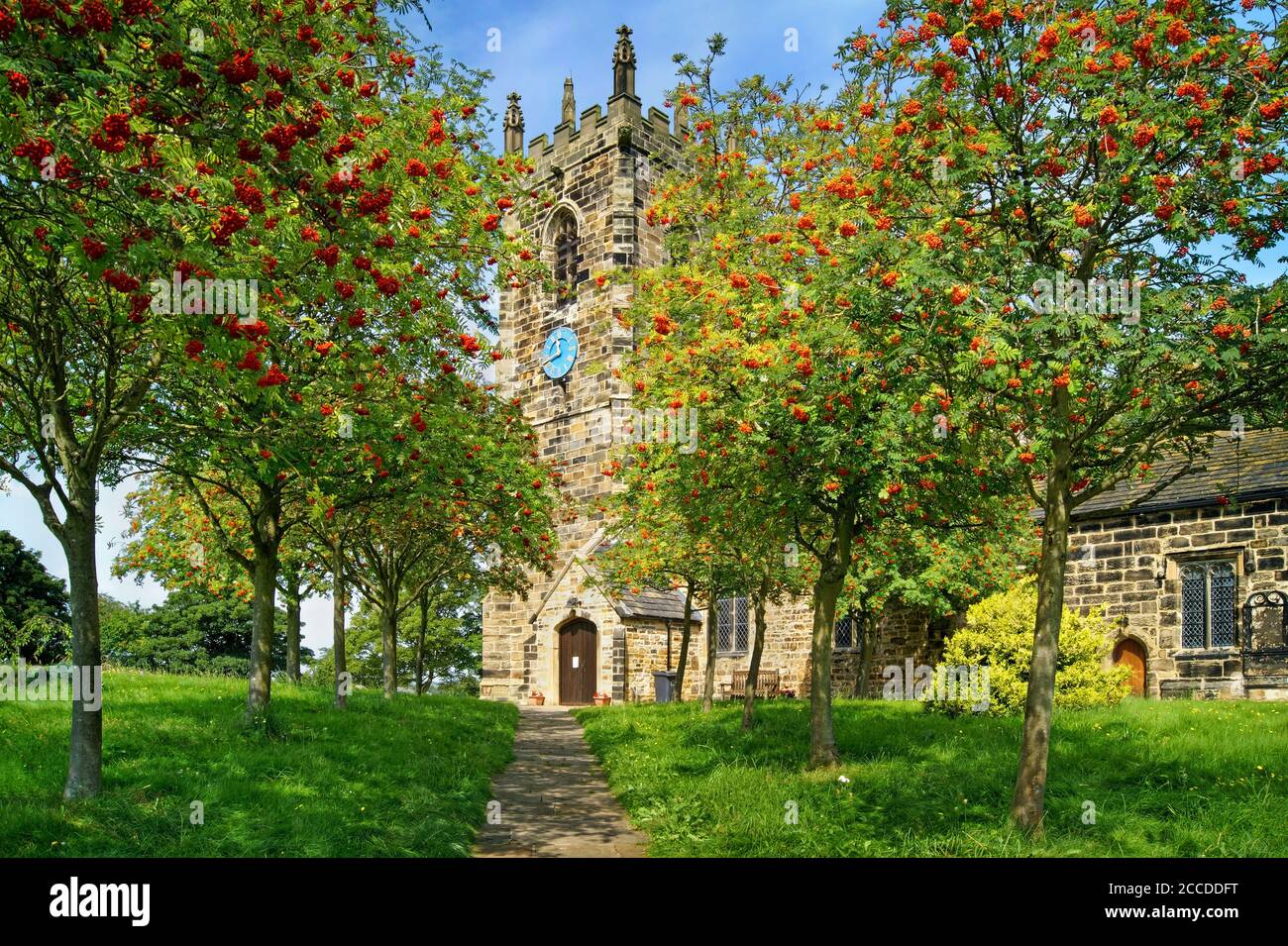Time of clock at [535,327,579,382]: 11:40
